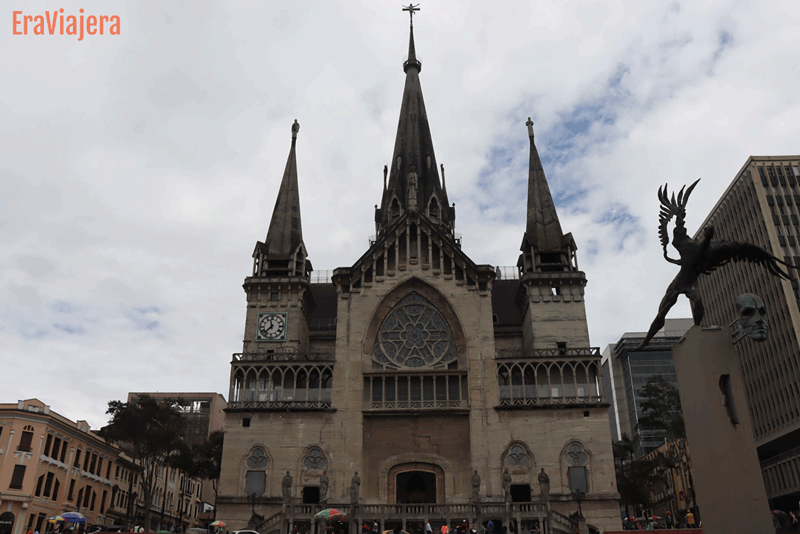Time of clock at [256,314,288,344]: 11:37
